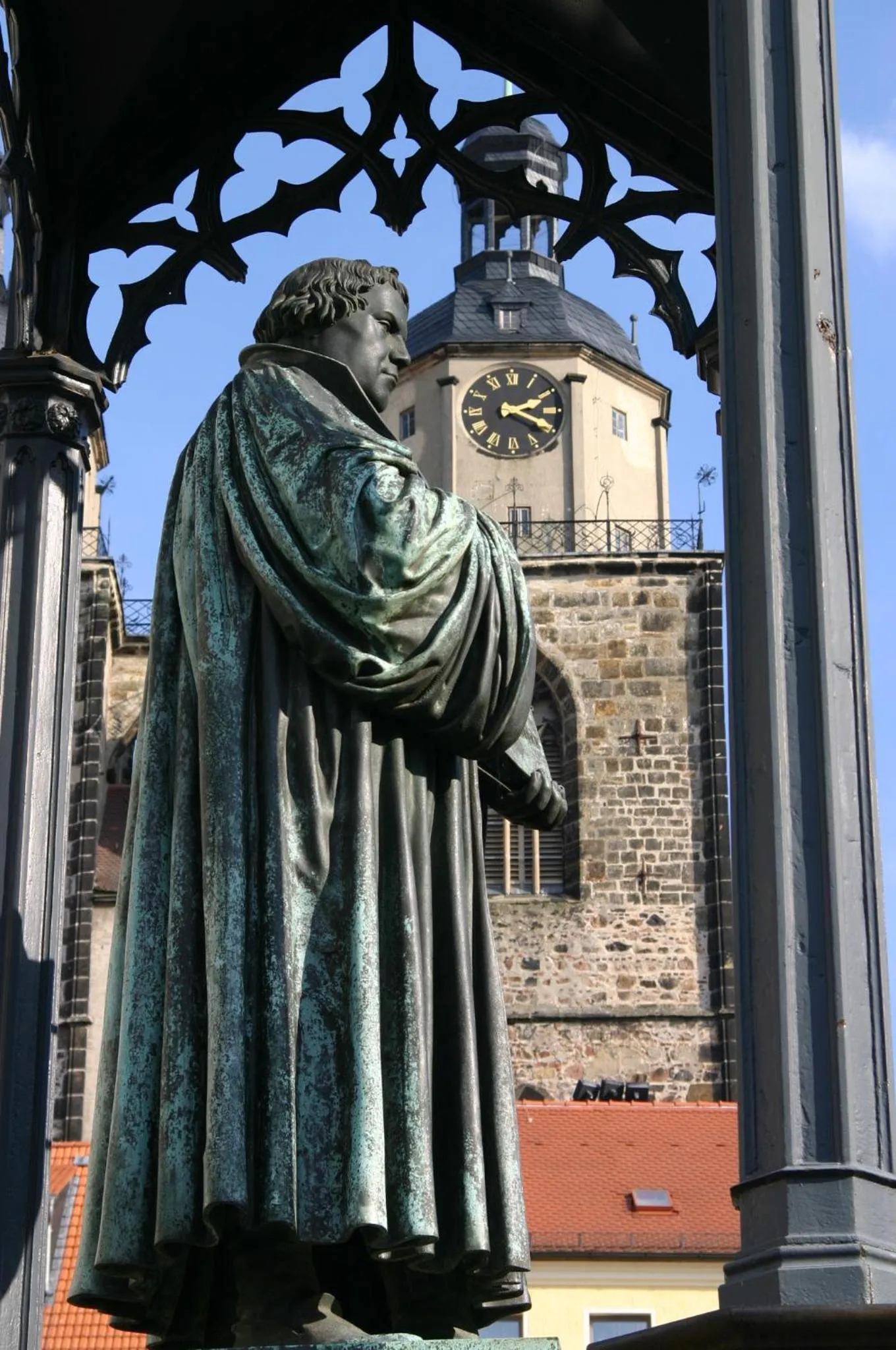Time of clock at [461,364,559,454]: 2:19
